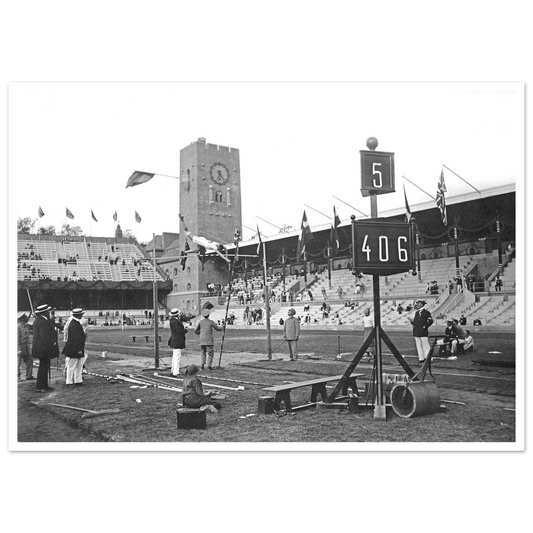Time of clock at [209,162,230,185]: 6:23
